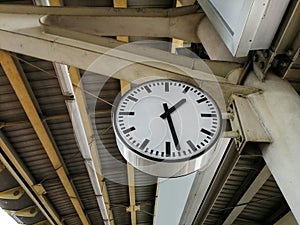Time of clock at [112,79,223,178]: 1:28
